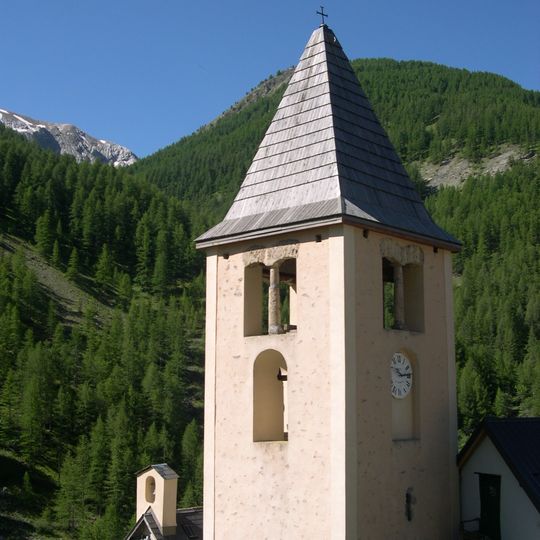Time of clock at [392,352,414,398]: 10:13
